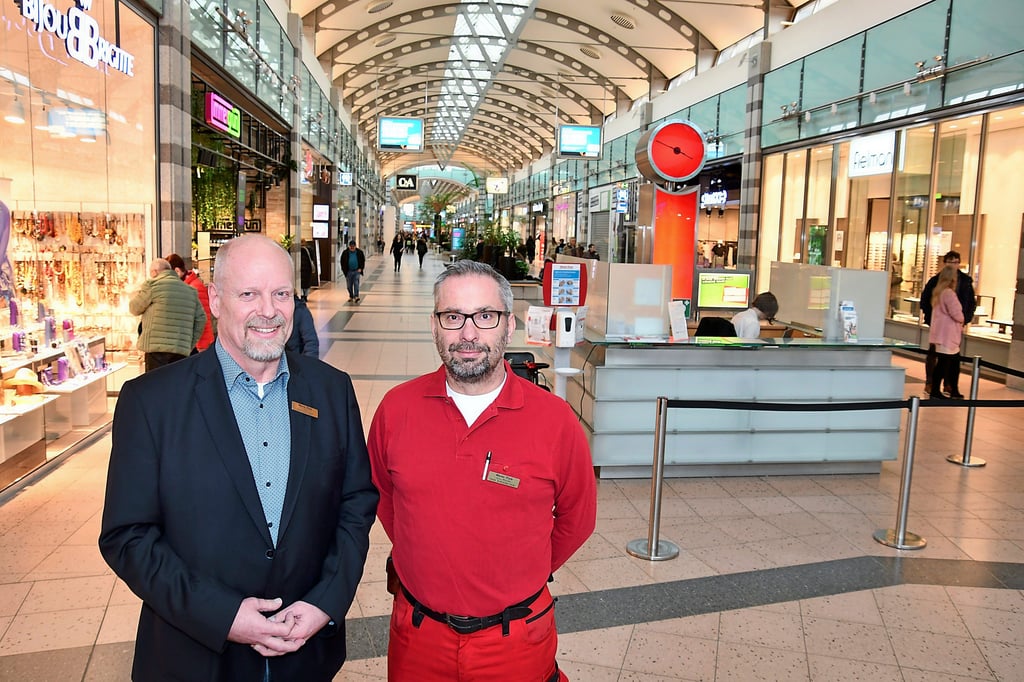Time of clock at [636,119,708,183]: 3:48
